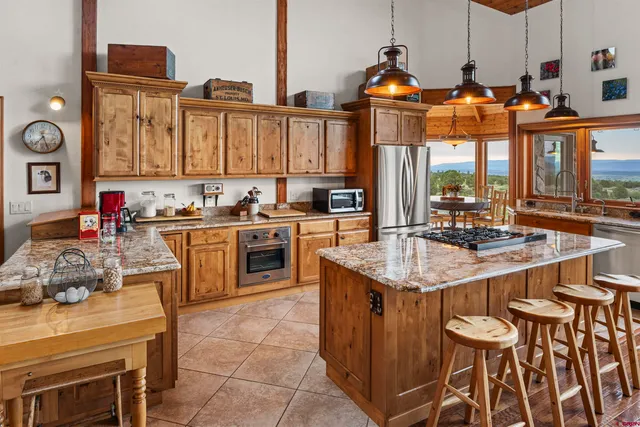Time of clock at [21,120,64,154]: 7:26
